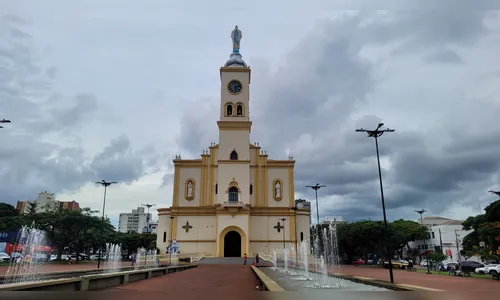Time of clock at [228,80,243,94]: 5:11
